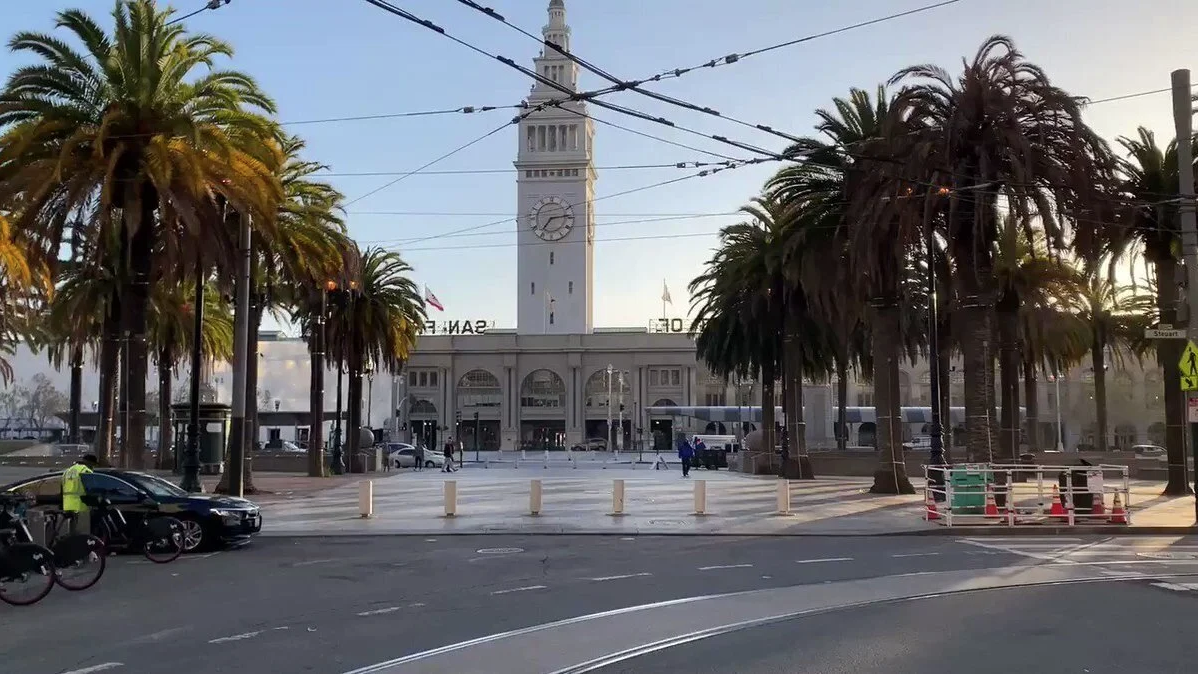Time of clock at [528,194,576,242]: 7:14
